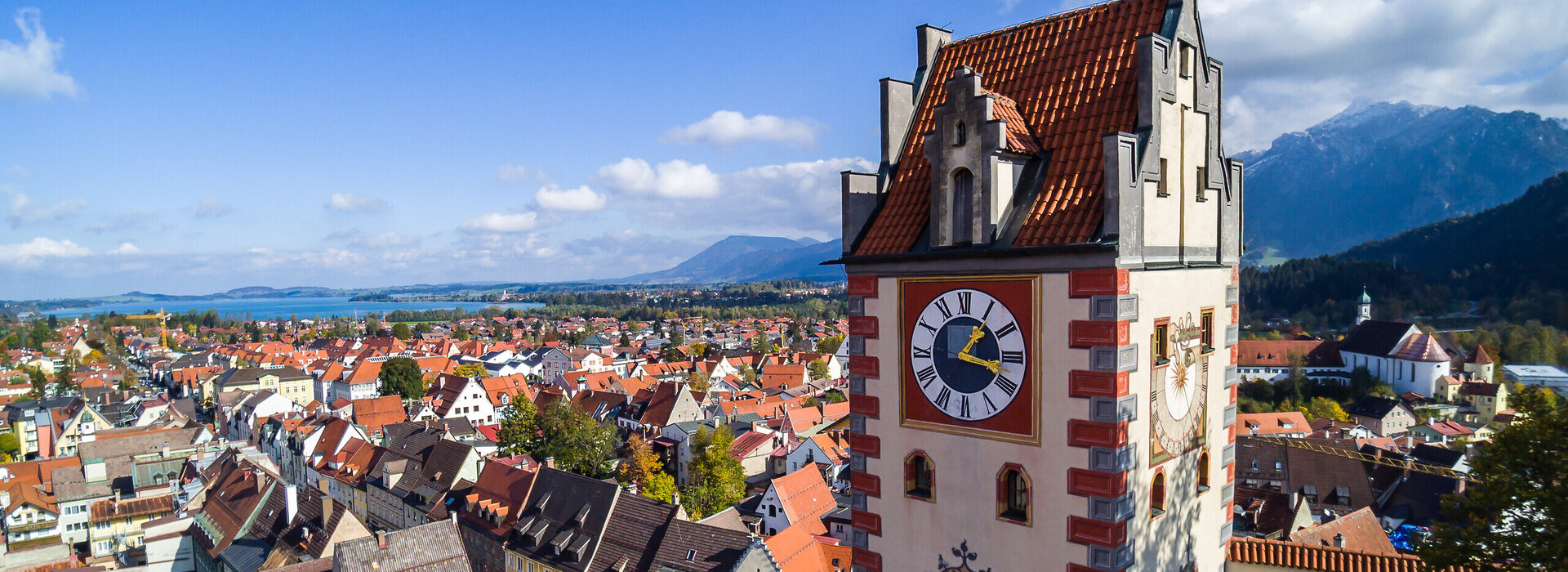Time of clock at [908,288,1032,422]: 1:17
